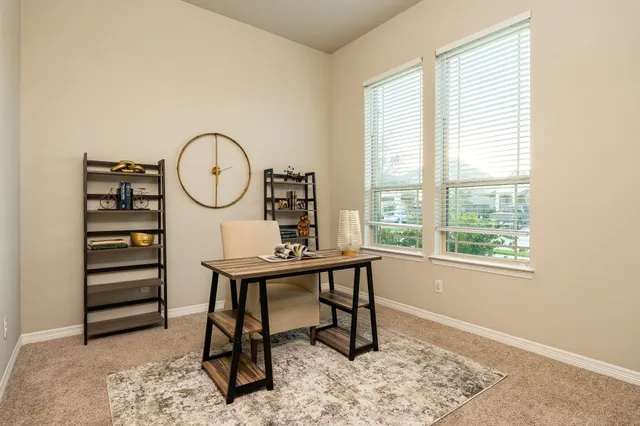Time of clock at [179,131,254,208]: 6:00
